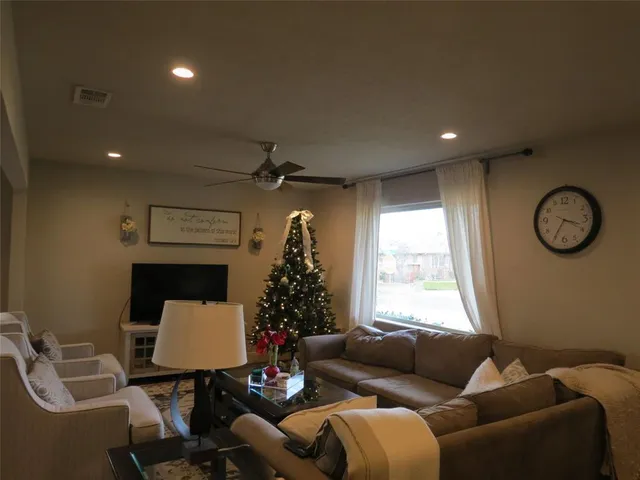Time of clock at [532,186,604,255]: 3:35
